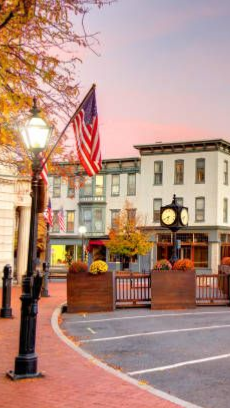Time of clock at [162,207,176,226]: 6:41
